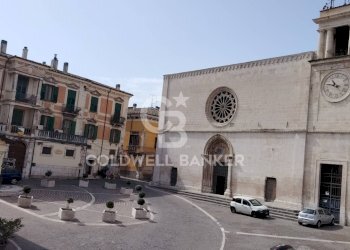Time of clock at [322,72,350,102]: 10:47
